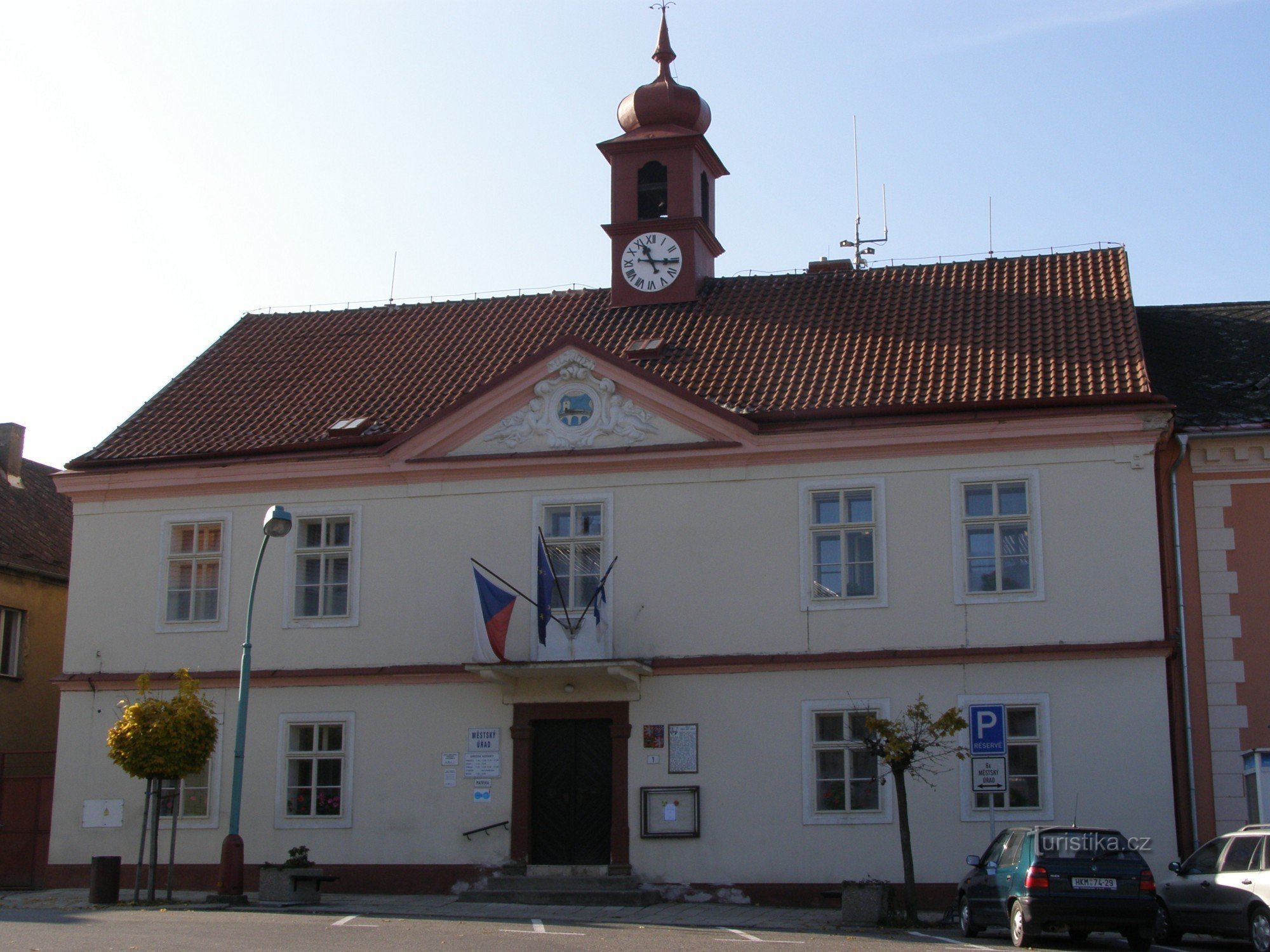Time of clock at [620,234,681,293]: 11:15
